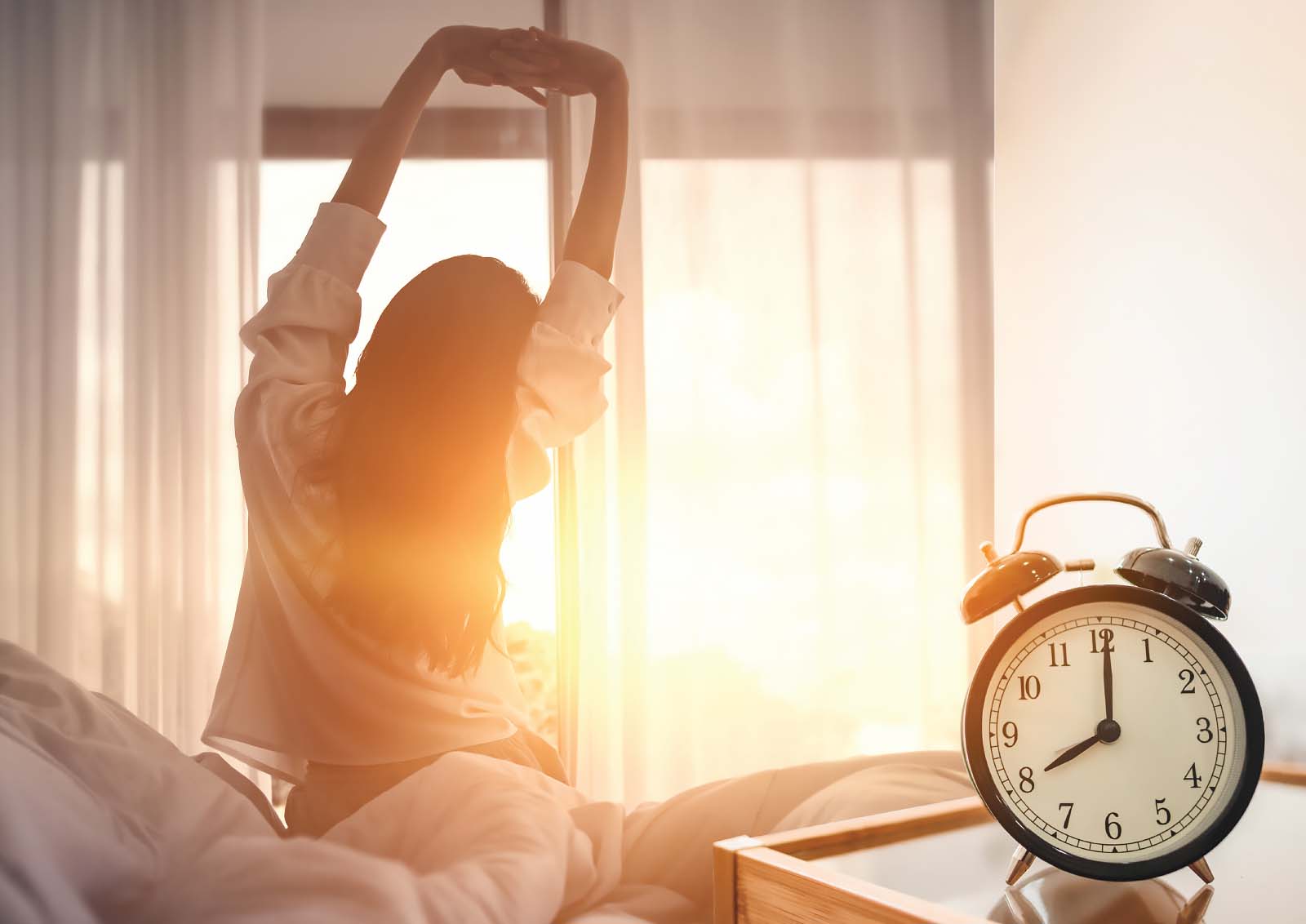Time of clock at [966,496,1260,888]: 8:00
